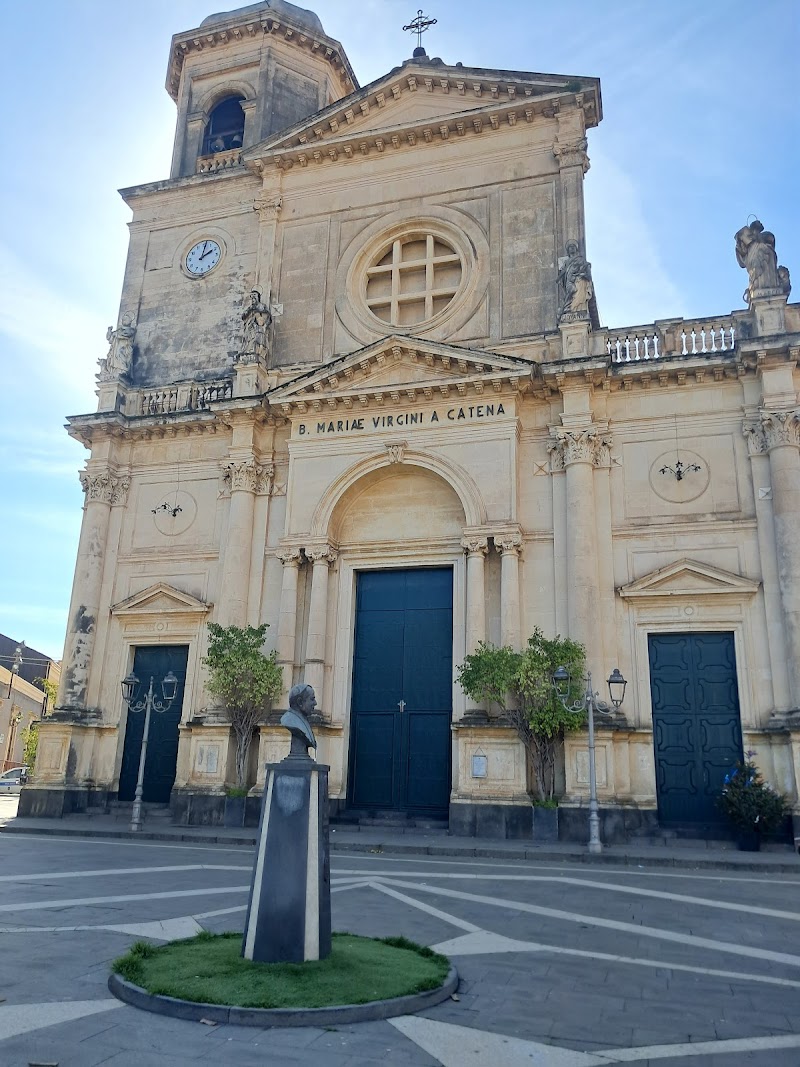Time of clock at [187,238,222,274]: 2:01
